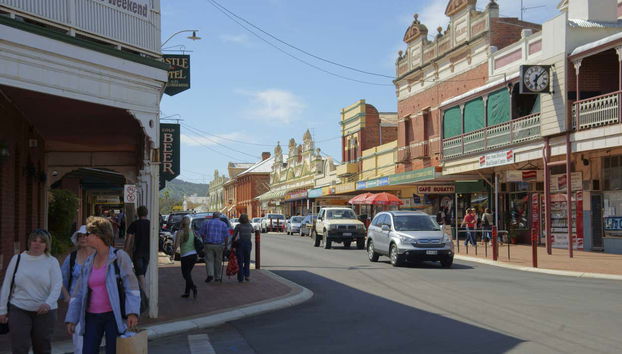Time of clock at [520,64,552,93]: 6:07
